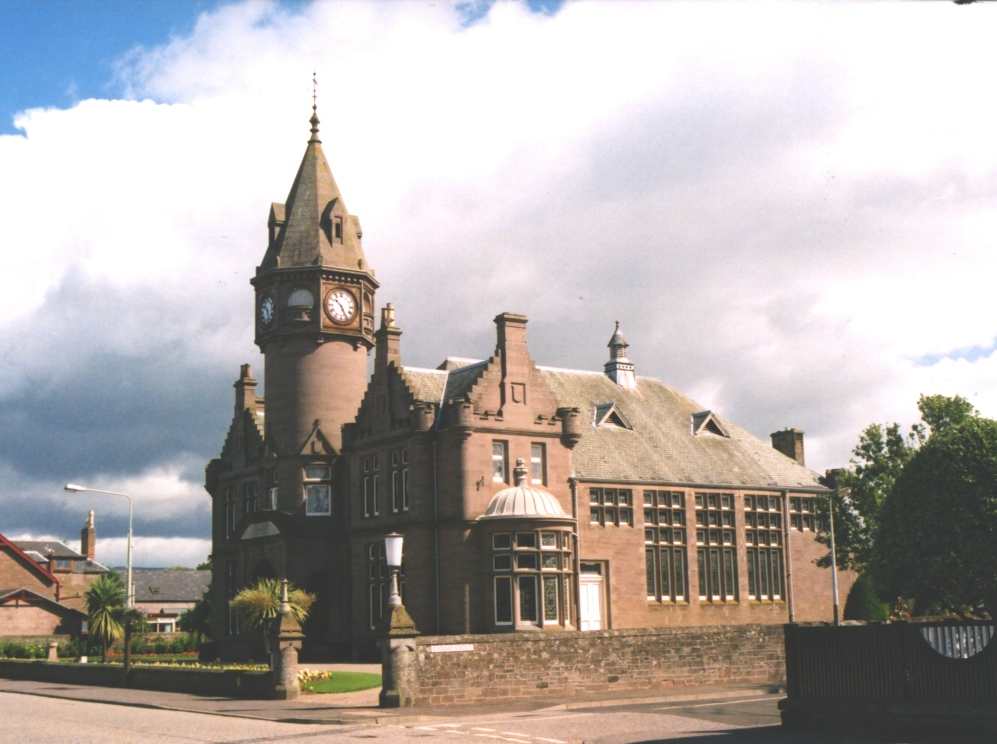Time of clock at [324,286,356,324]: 10:25
